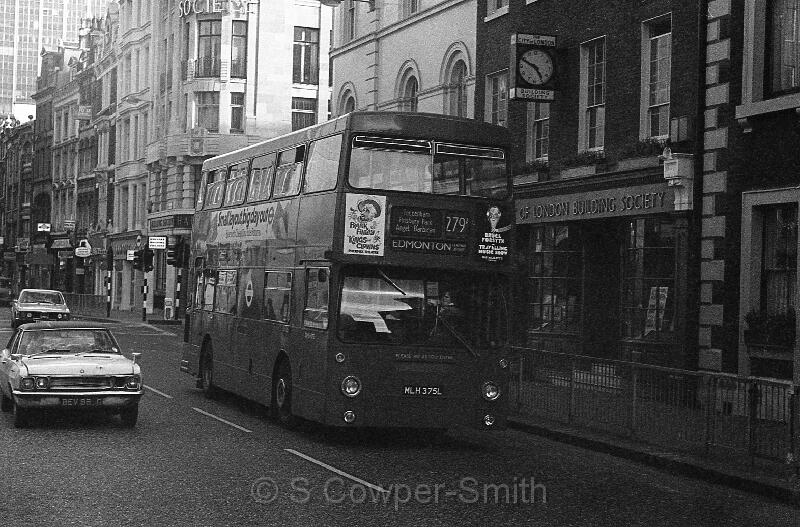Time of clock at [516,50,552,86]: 4:49
